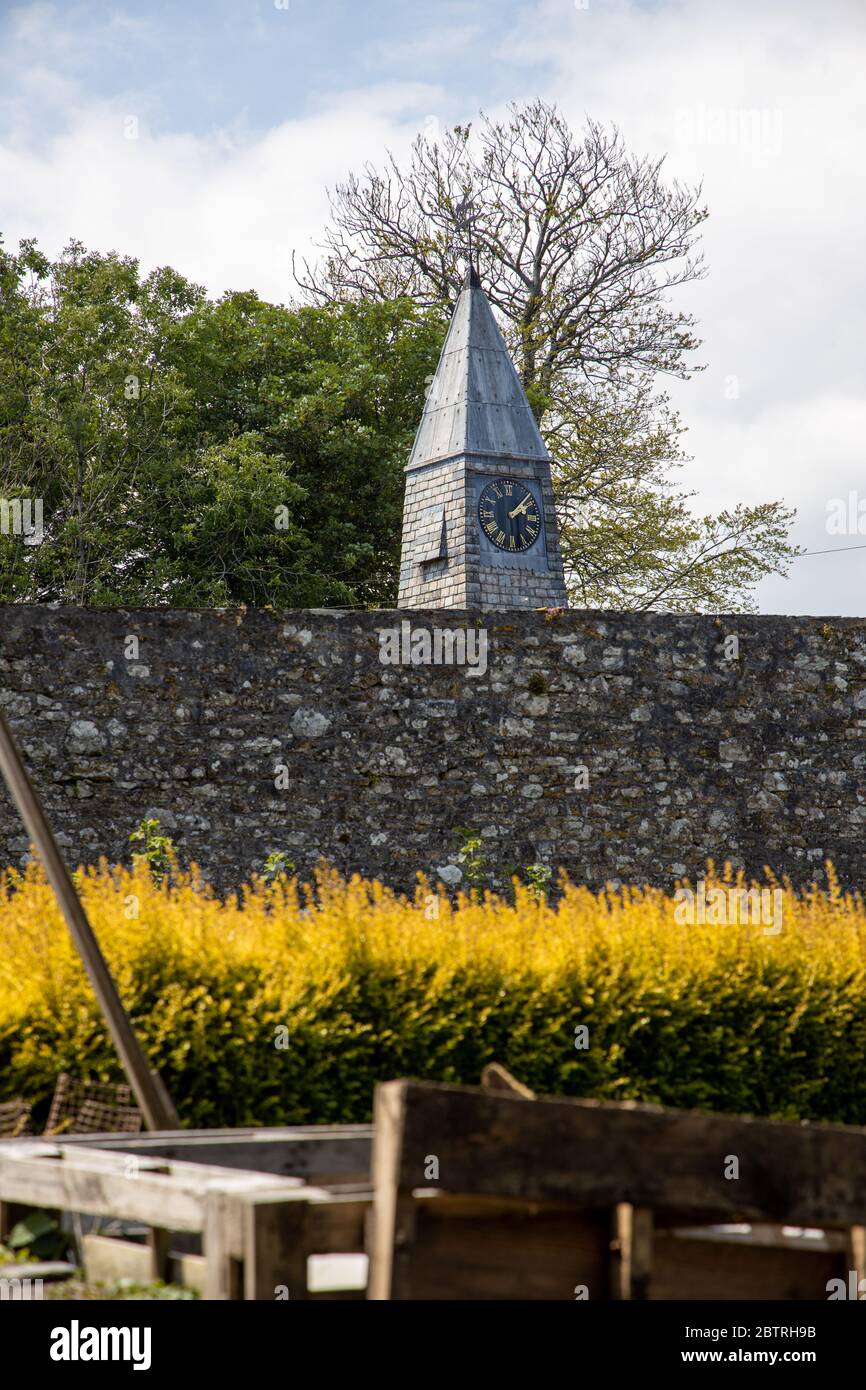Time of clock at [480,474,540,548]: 2:07
